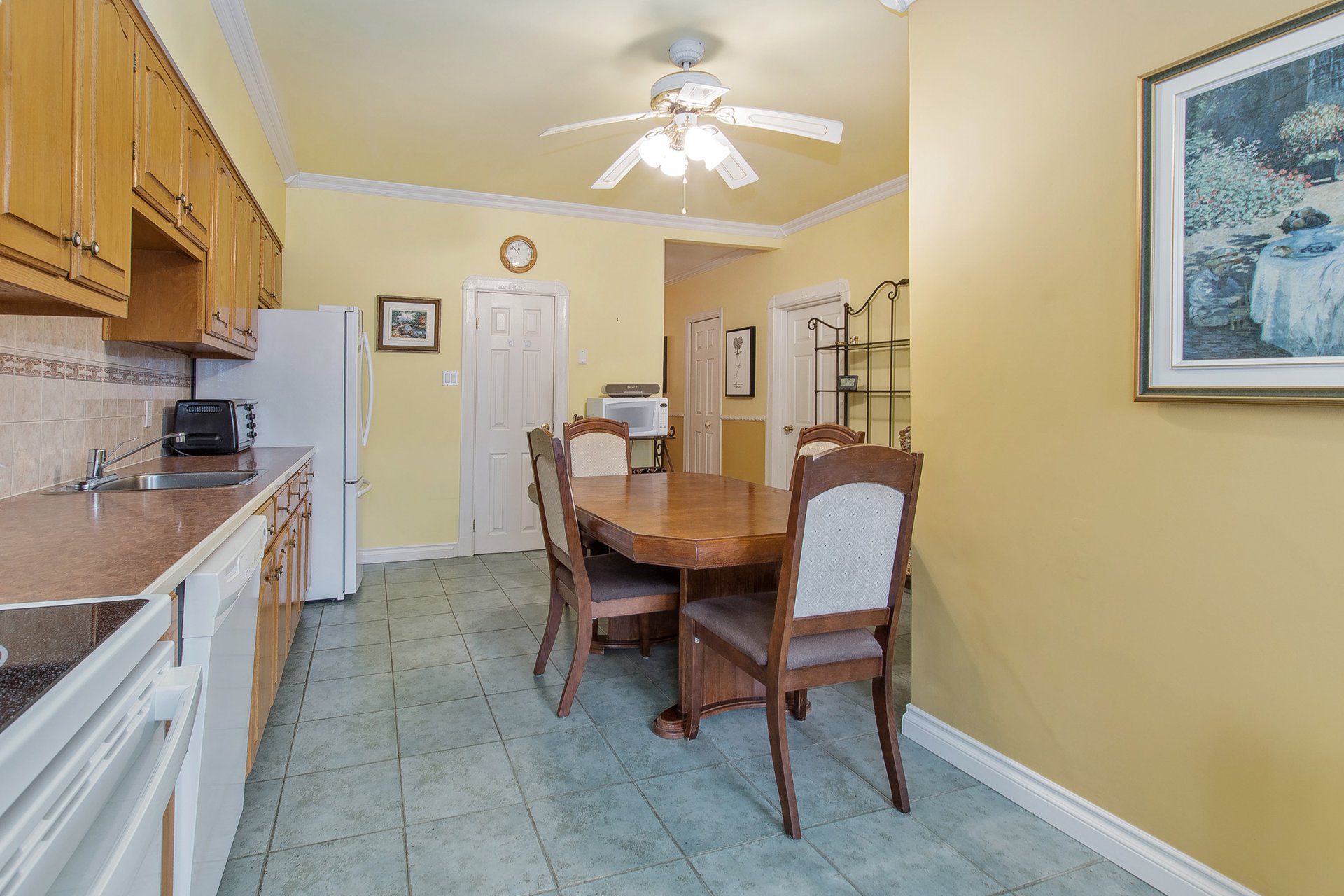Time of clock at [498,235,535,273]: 11:52
